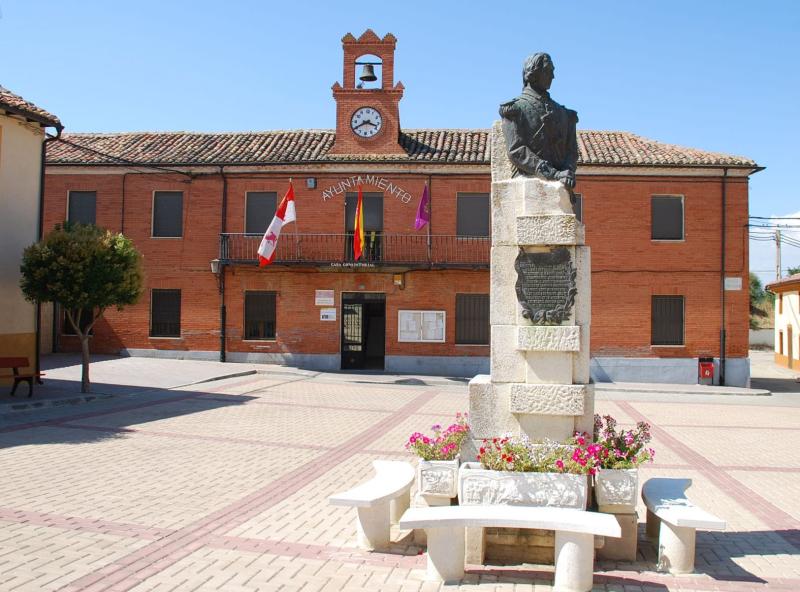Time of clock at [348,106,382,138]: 3:40
